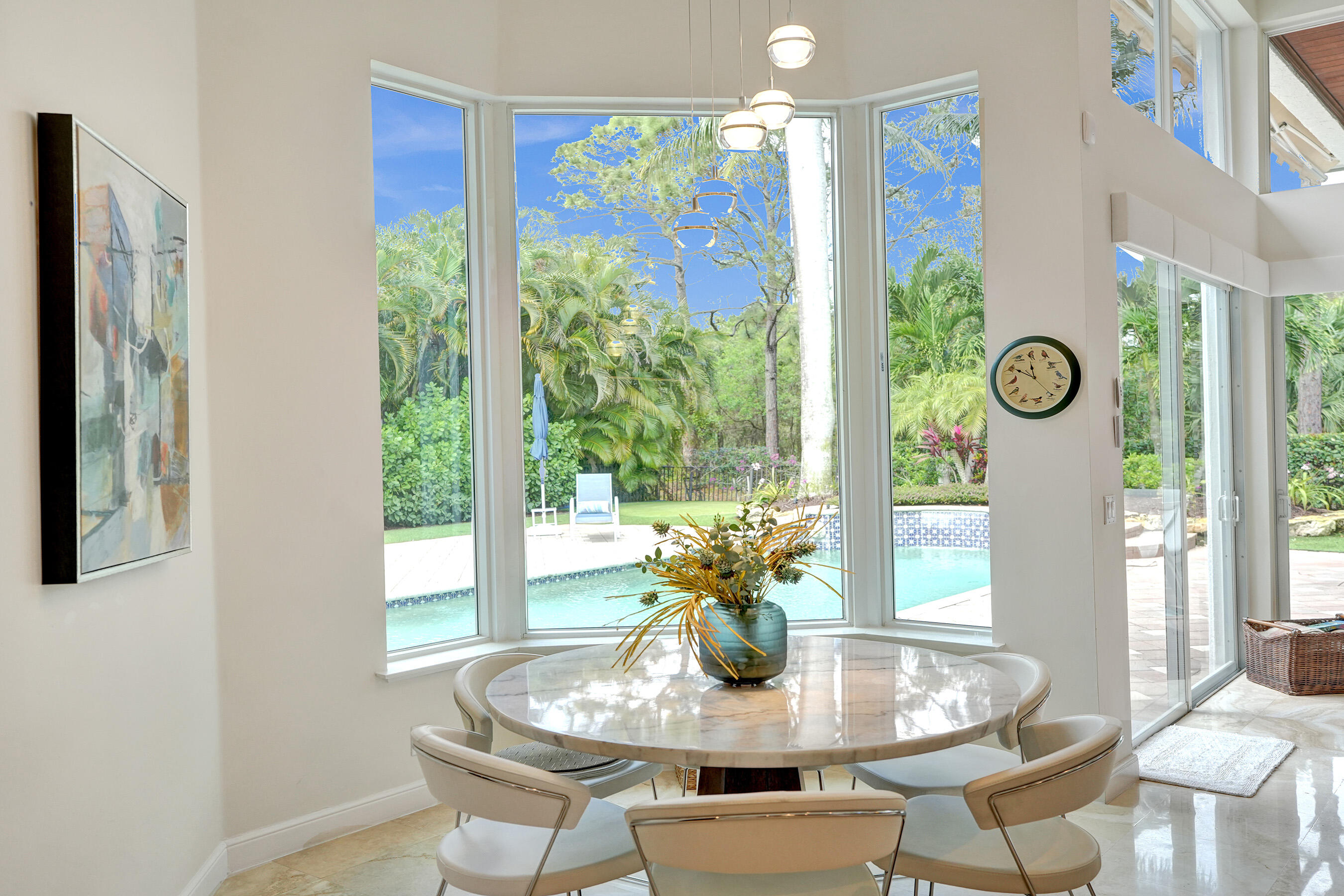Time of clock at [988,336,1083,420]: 11:50
